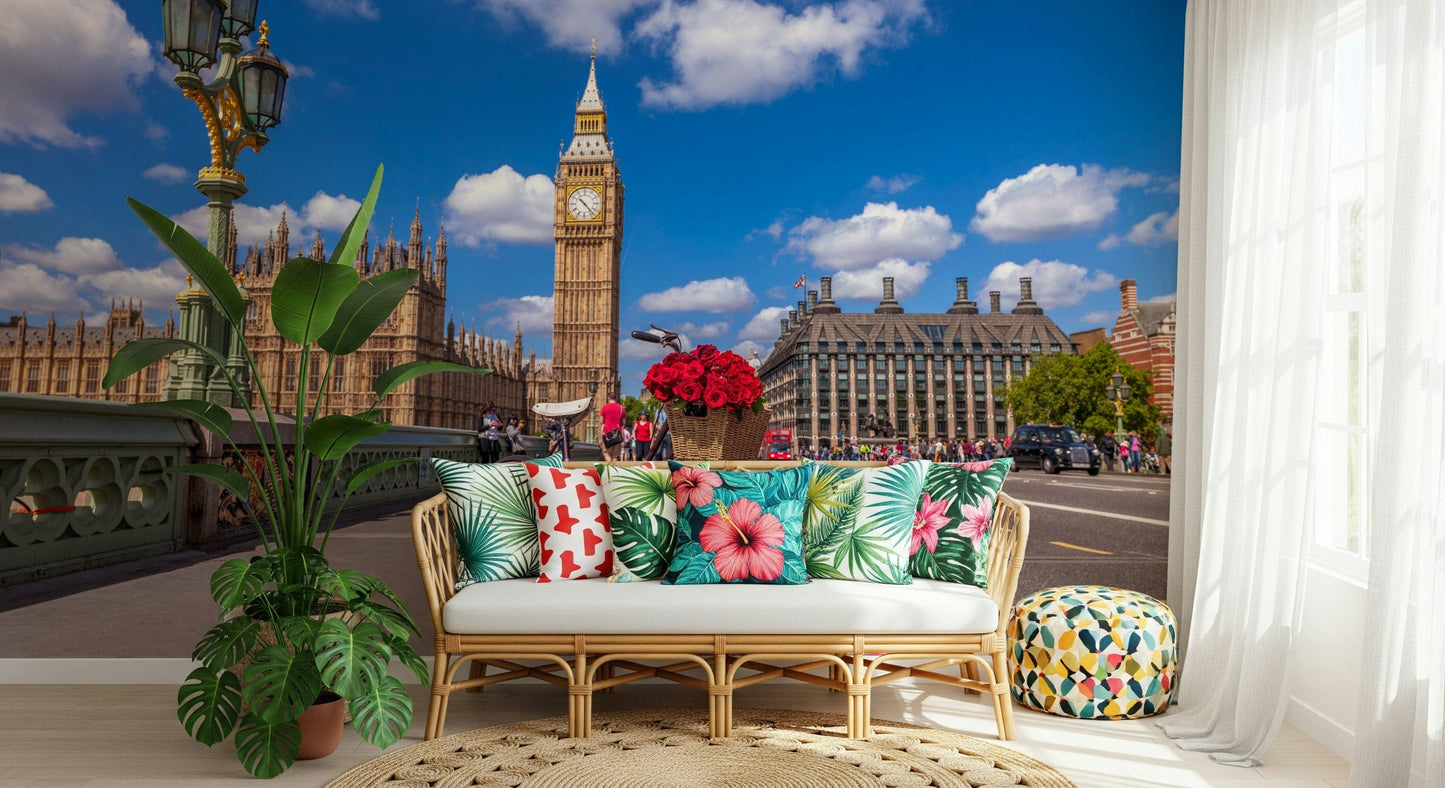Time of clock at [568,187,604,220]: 10:22
